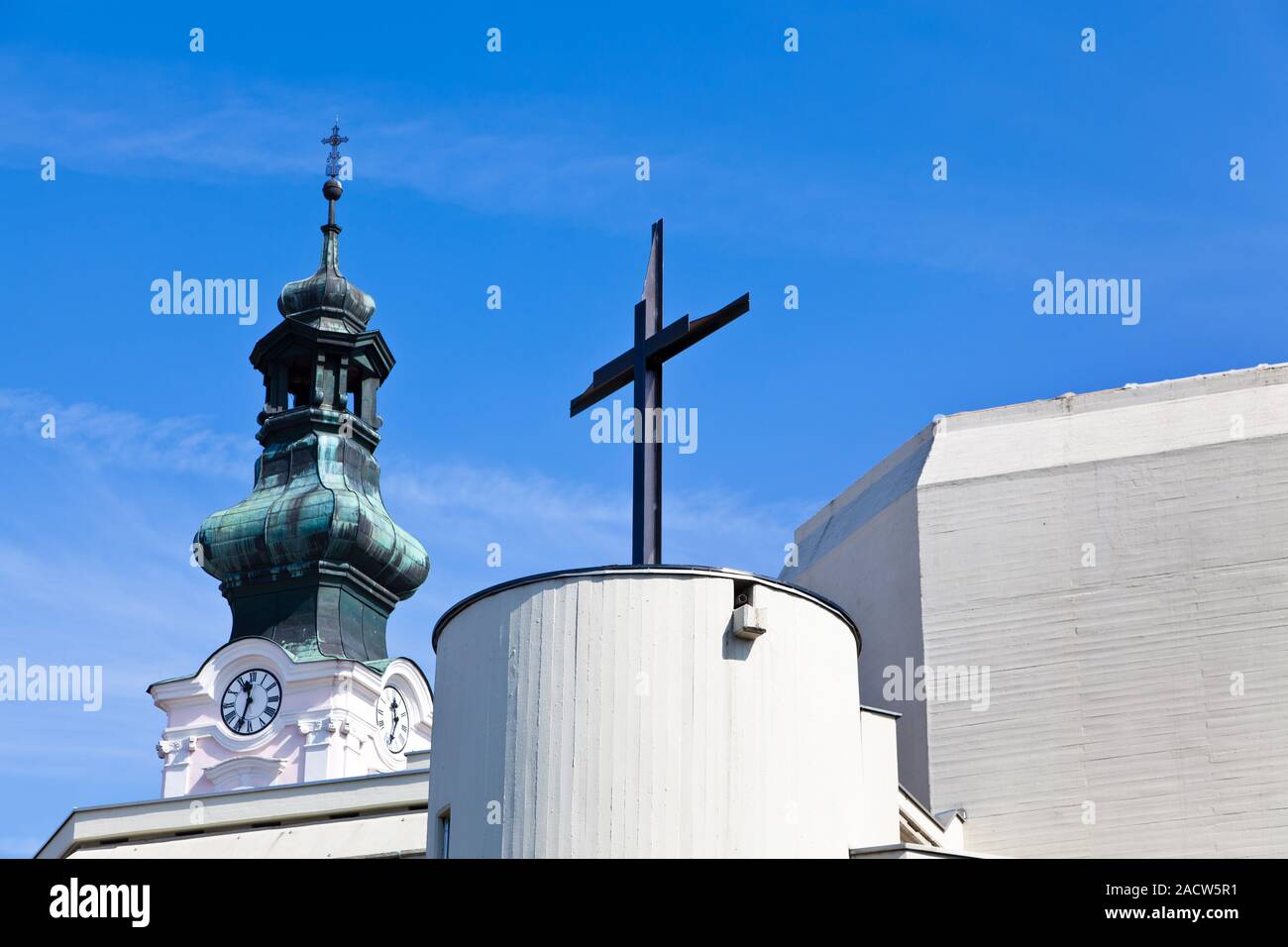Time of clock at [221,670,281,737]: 11:33
